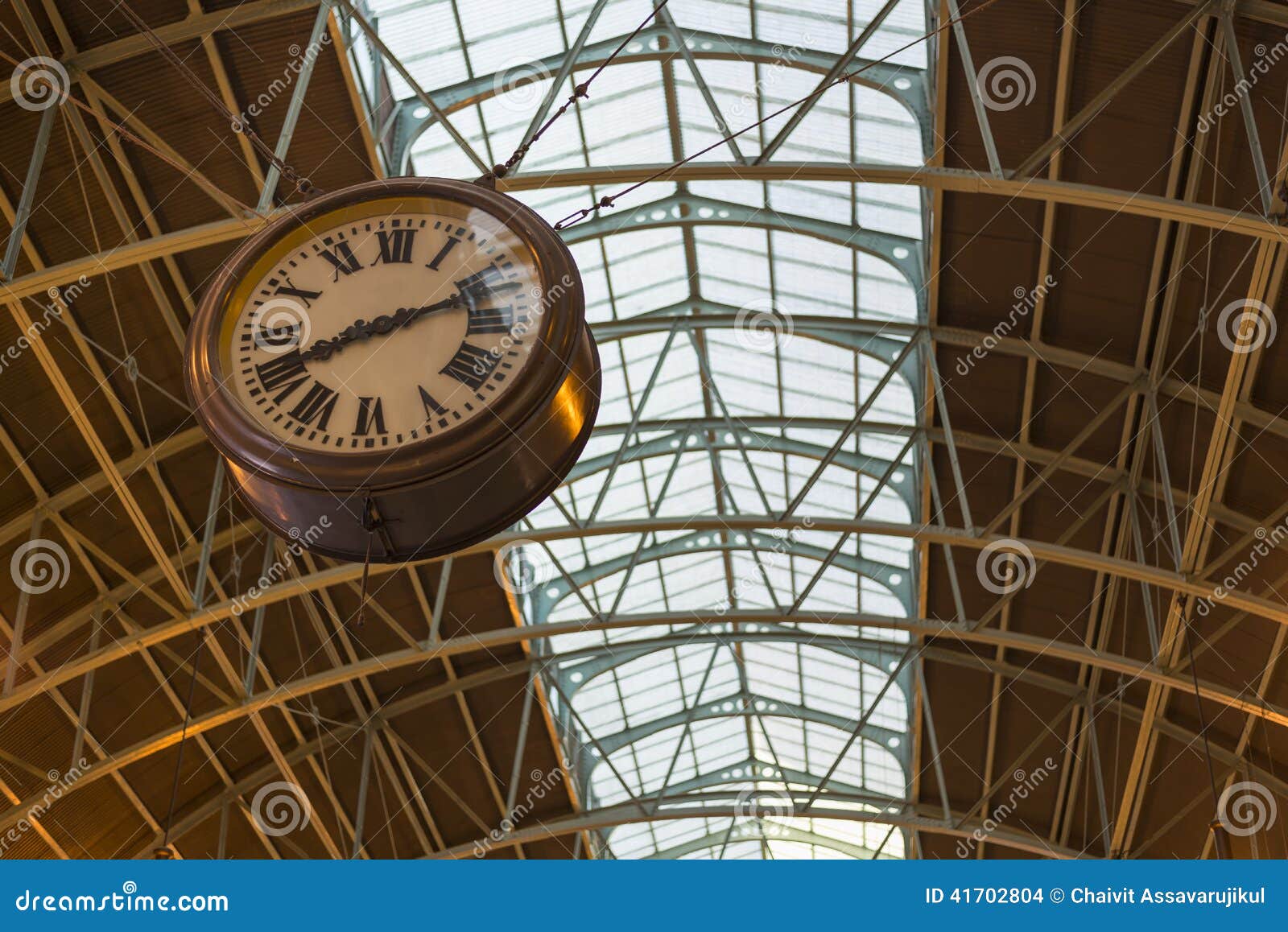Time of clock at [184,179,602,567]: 8:11
